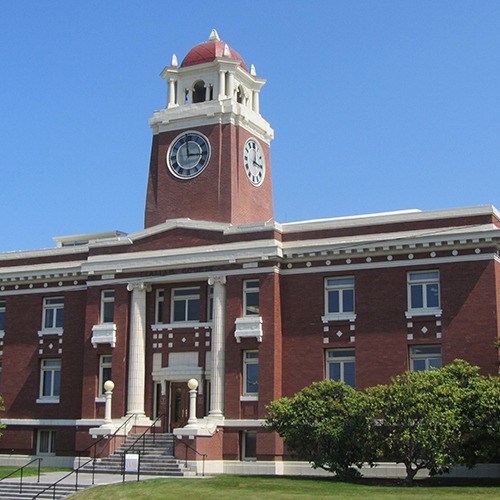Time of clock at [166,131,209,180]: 2:58
